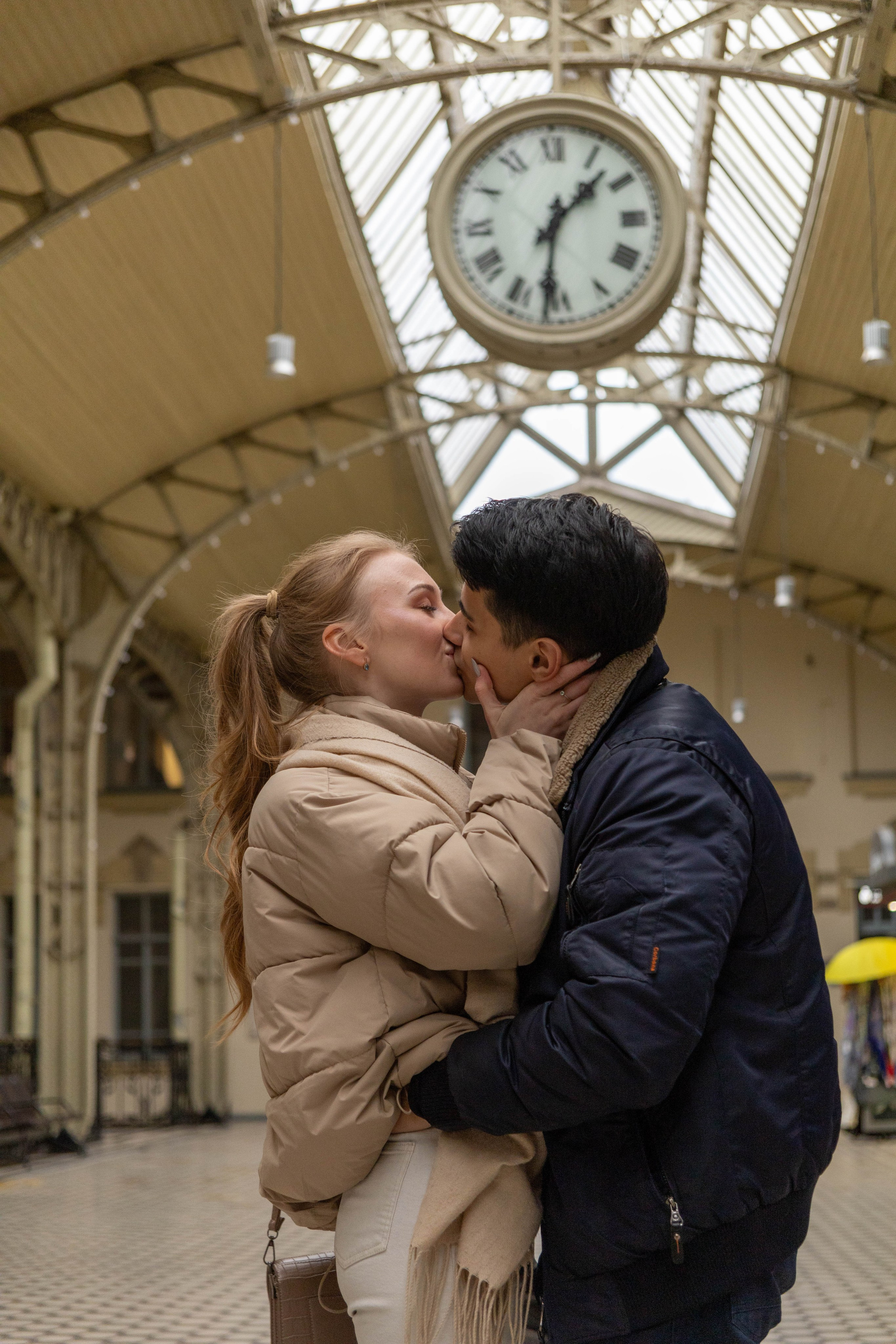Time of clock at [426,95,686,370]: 1:31
